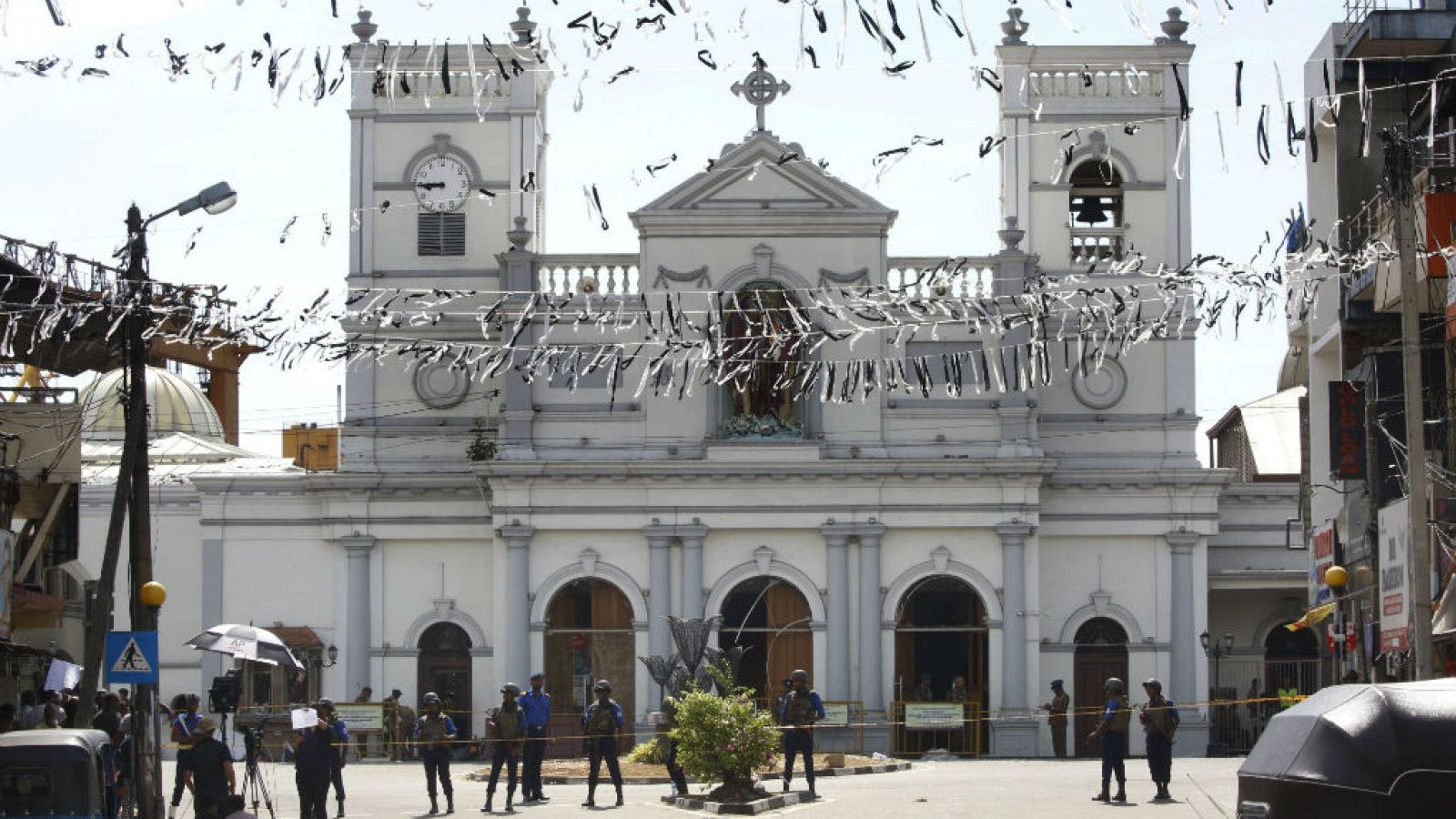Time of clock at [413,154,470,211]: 8:45
